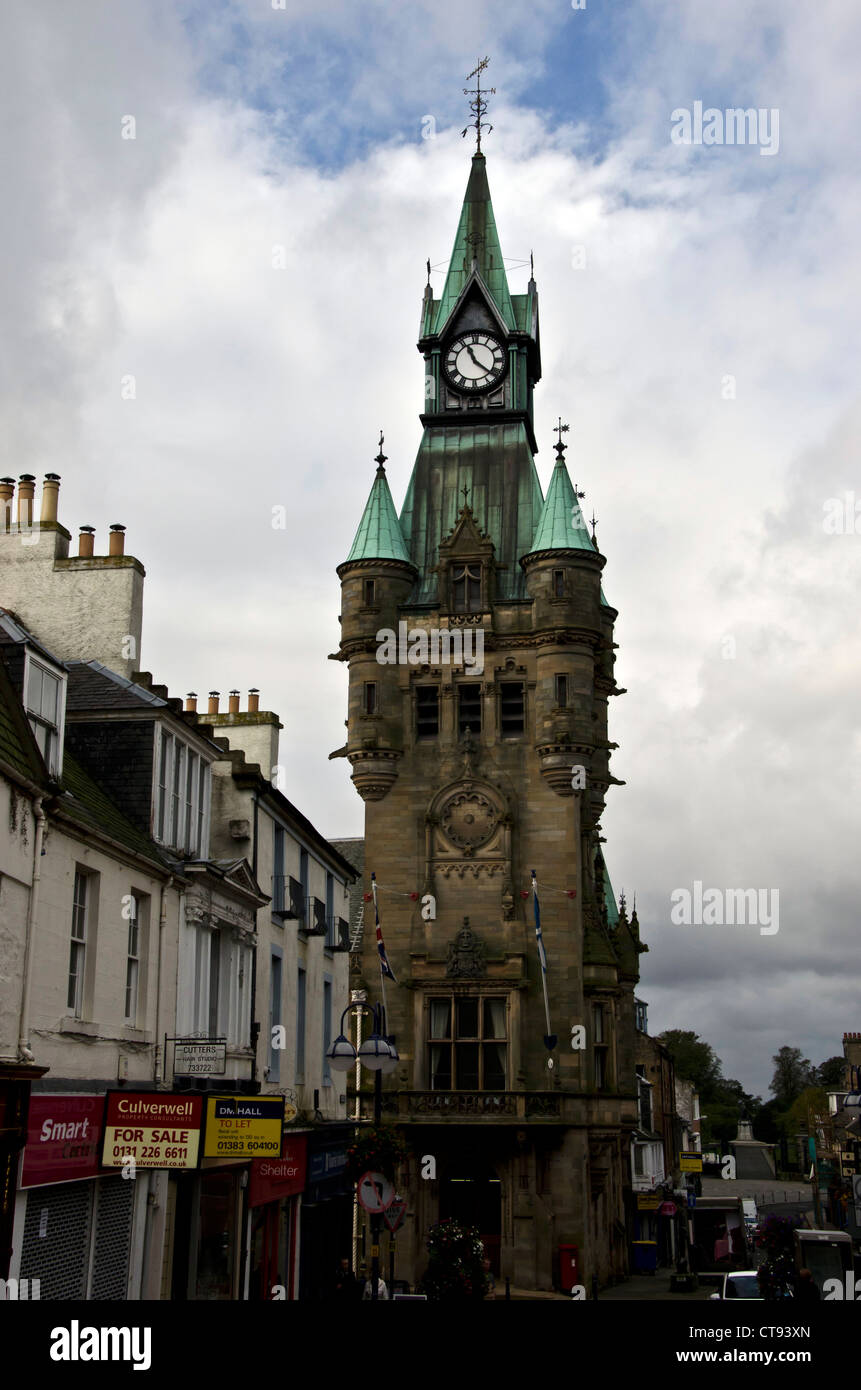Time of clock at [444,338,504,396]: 11:21
